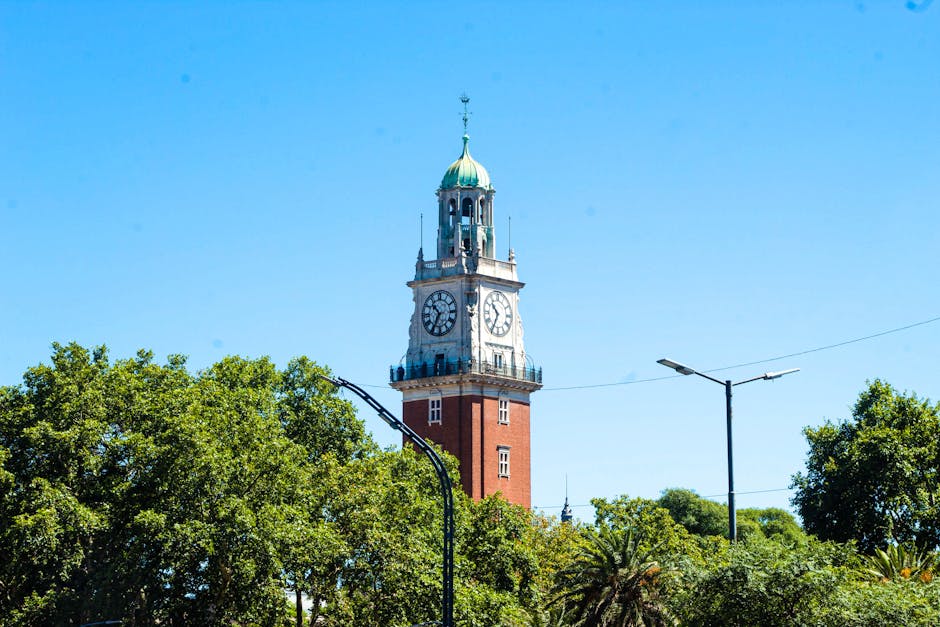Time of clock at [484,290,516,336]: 10:34
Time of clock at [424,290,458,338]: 10:34
